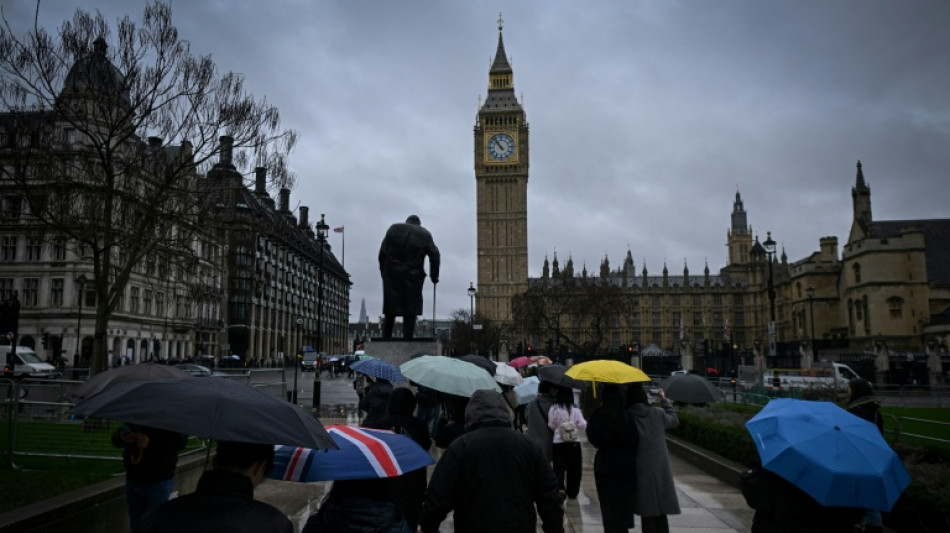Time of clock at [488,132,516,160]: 10:53
